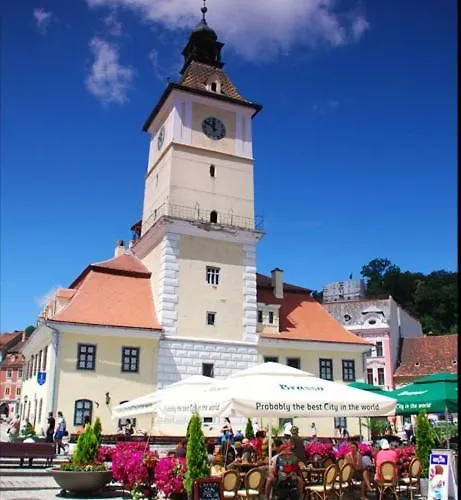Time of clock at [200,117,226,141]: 11:51
